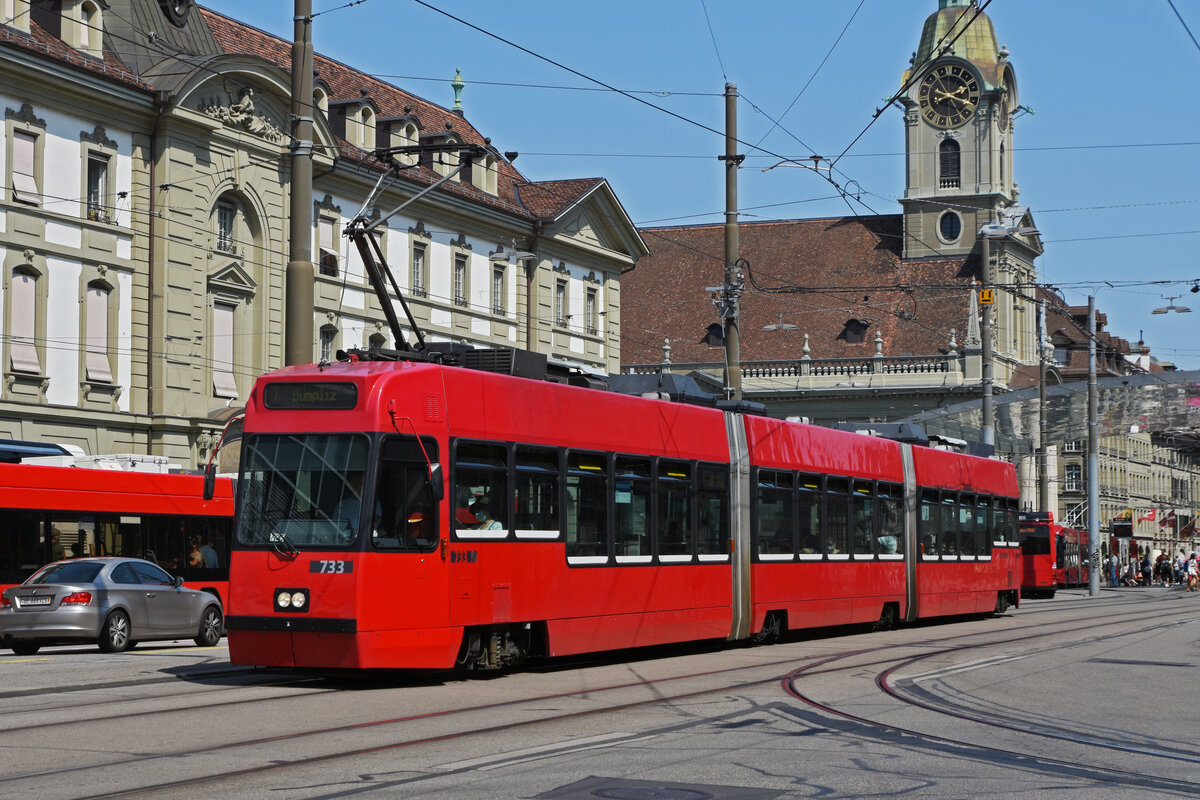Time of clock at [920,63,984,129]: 2:17
